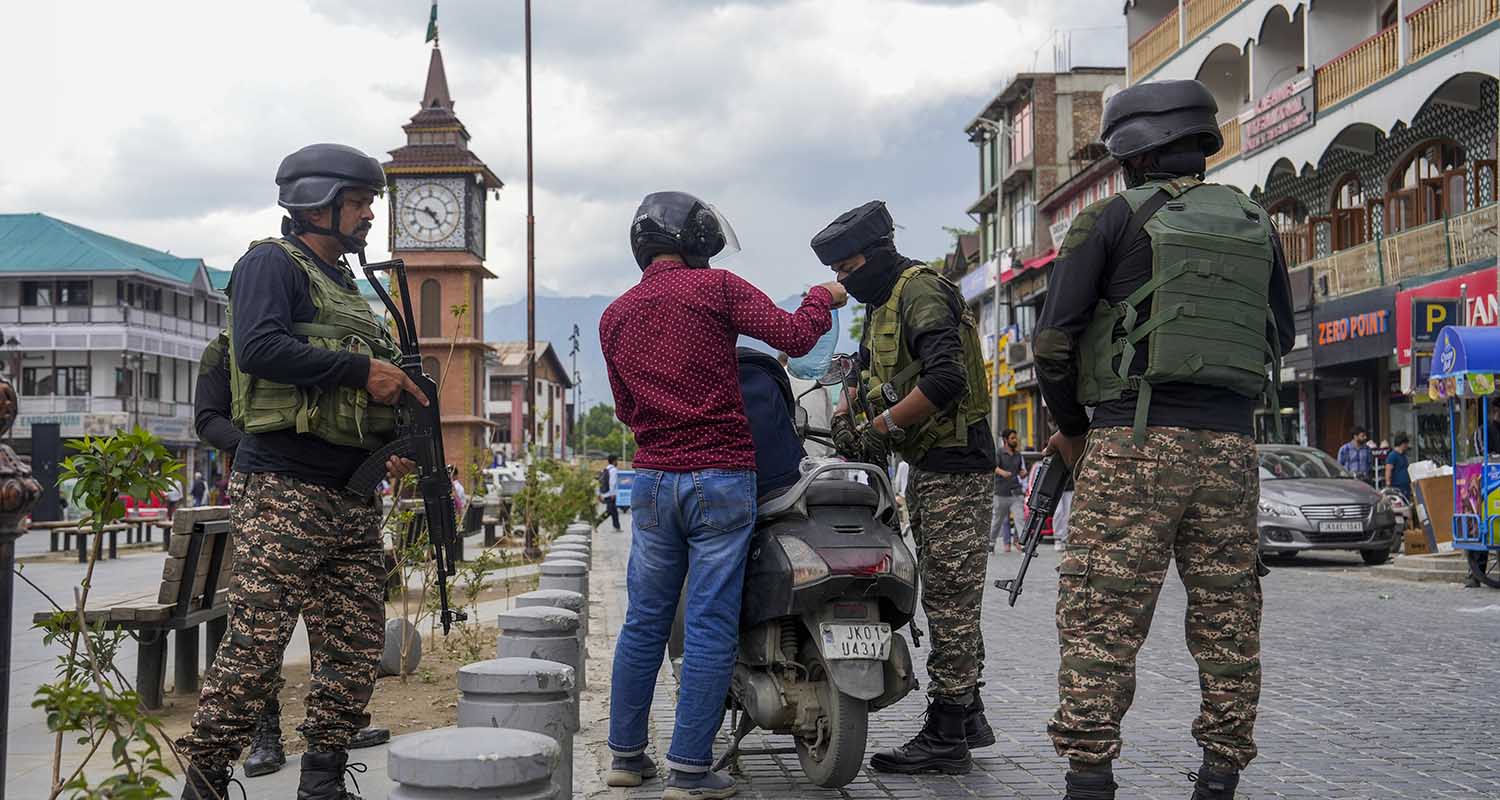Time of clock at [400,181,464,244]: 4:47
